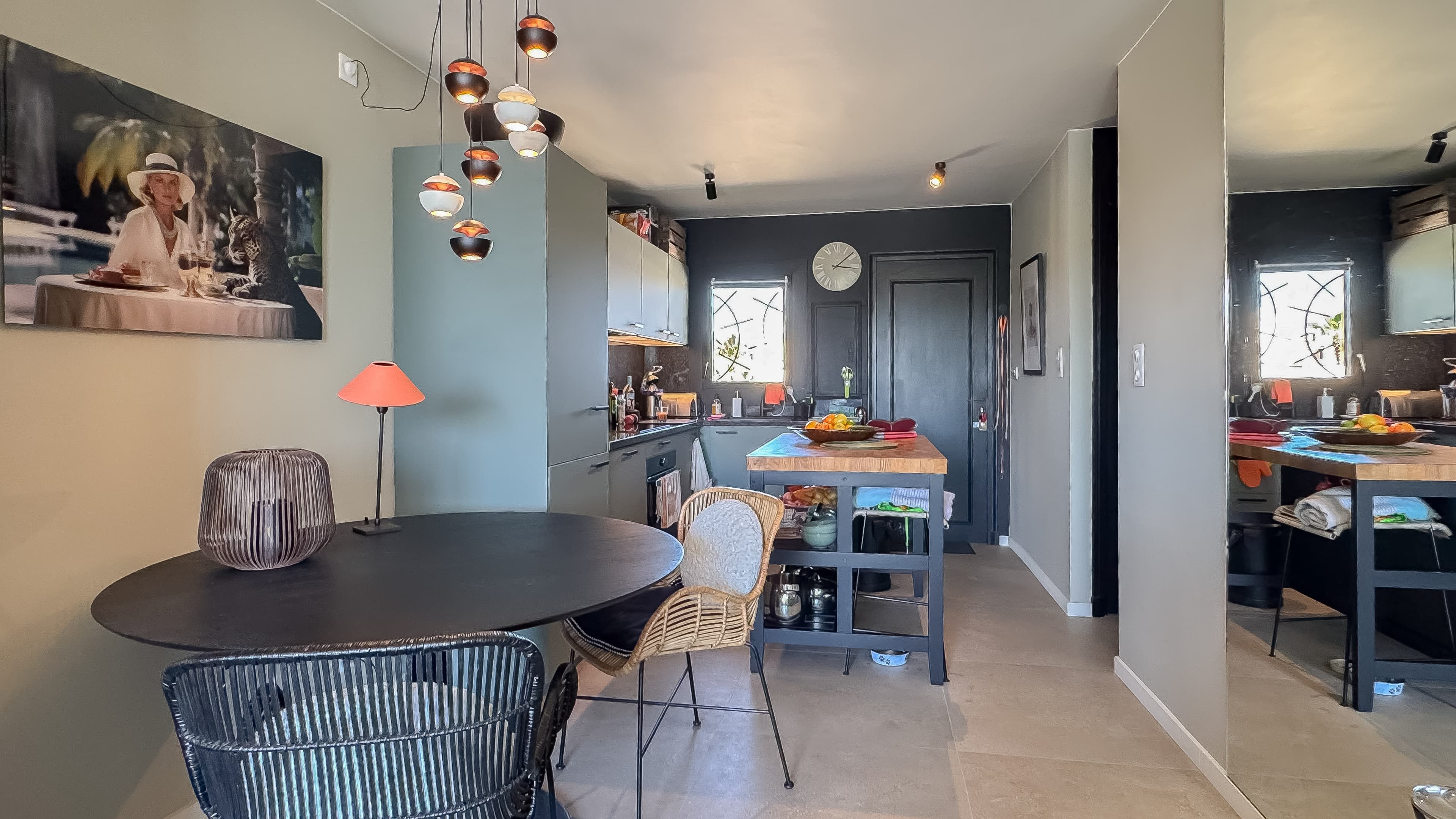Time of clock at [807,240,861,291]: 3:08
